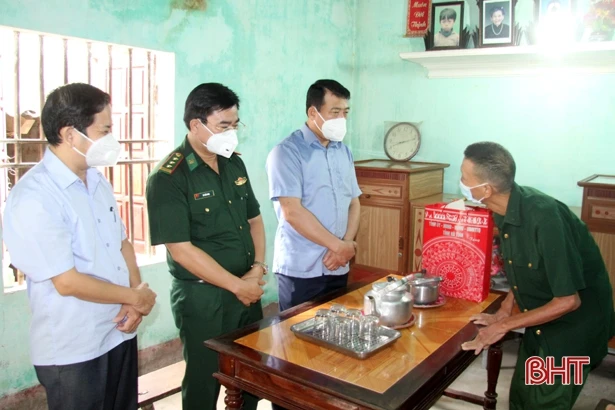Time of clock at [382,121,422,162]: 8:12
